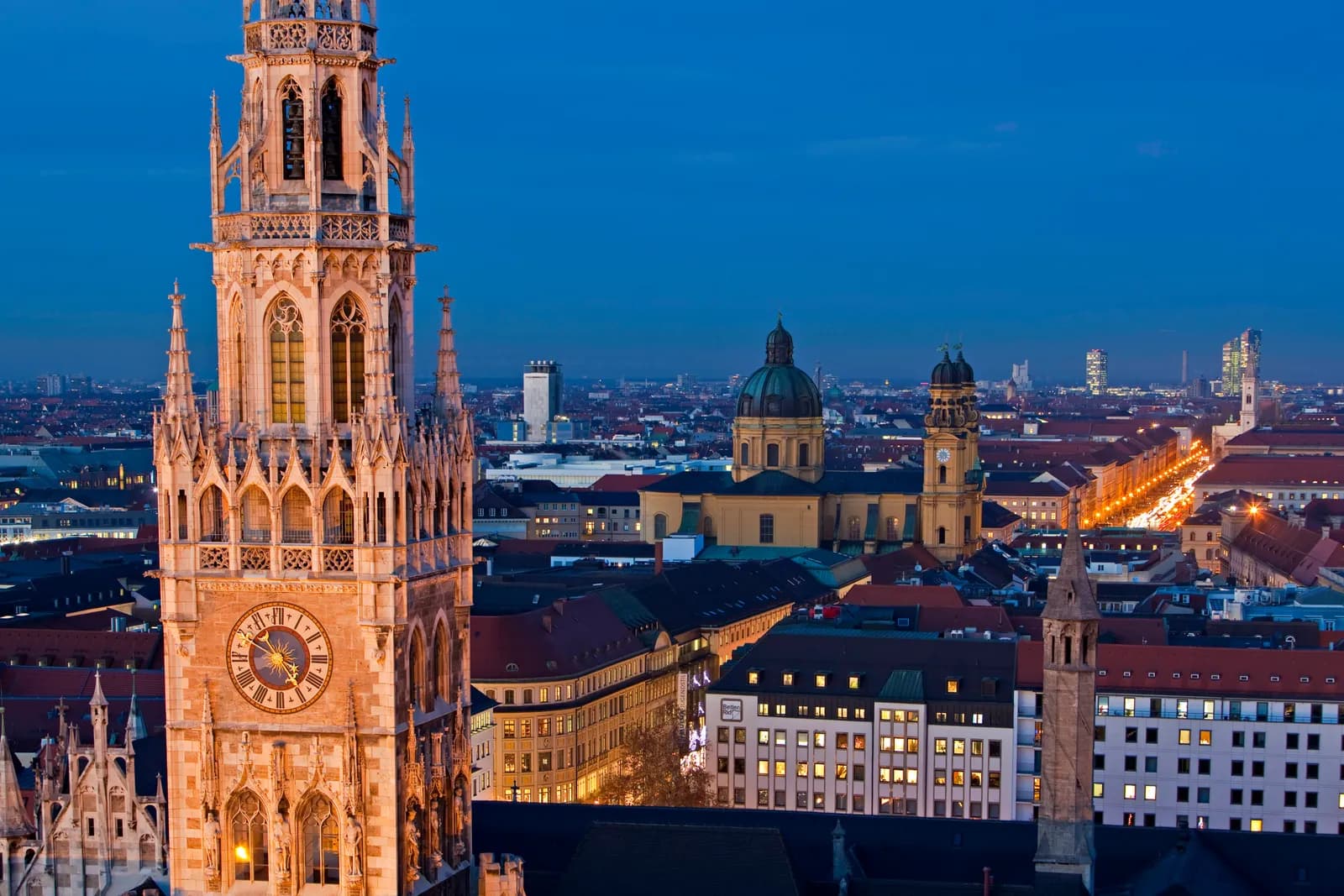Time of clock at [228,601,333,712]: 4:49
